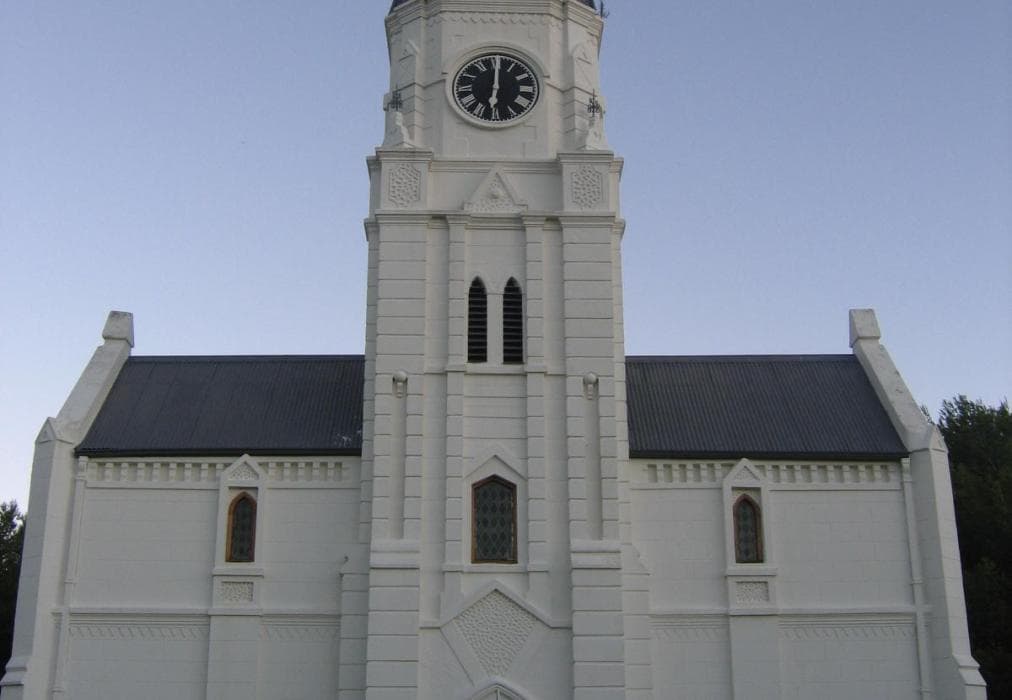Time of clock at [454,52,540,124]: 6:00
